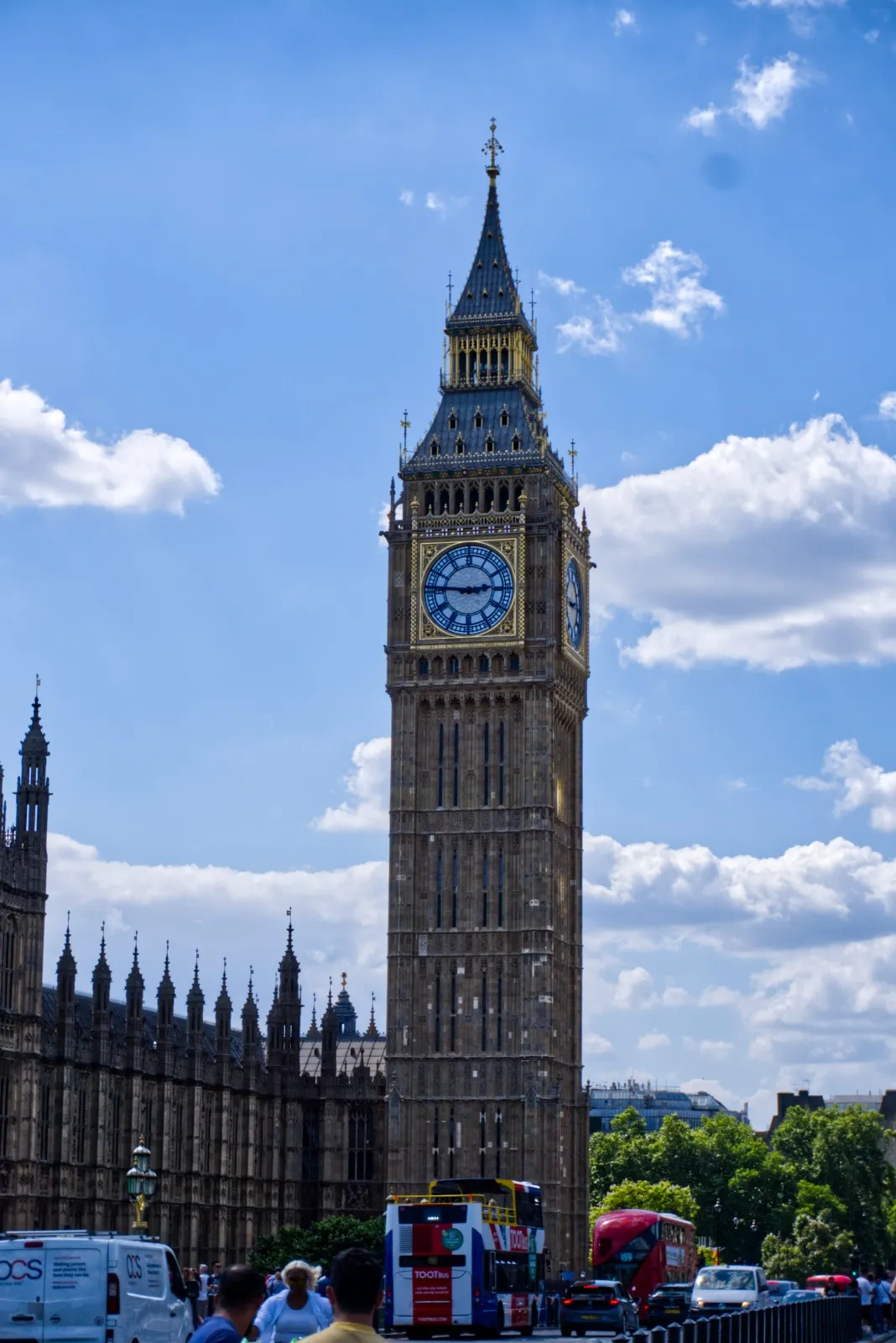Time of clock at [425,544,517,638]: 2:46
